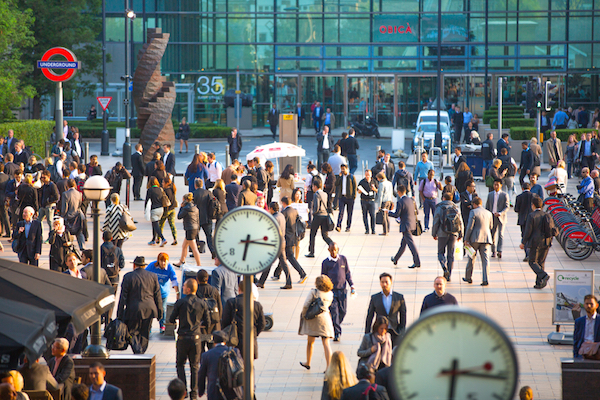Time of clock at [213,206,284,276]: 6:16
